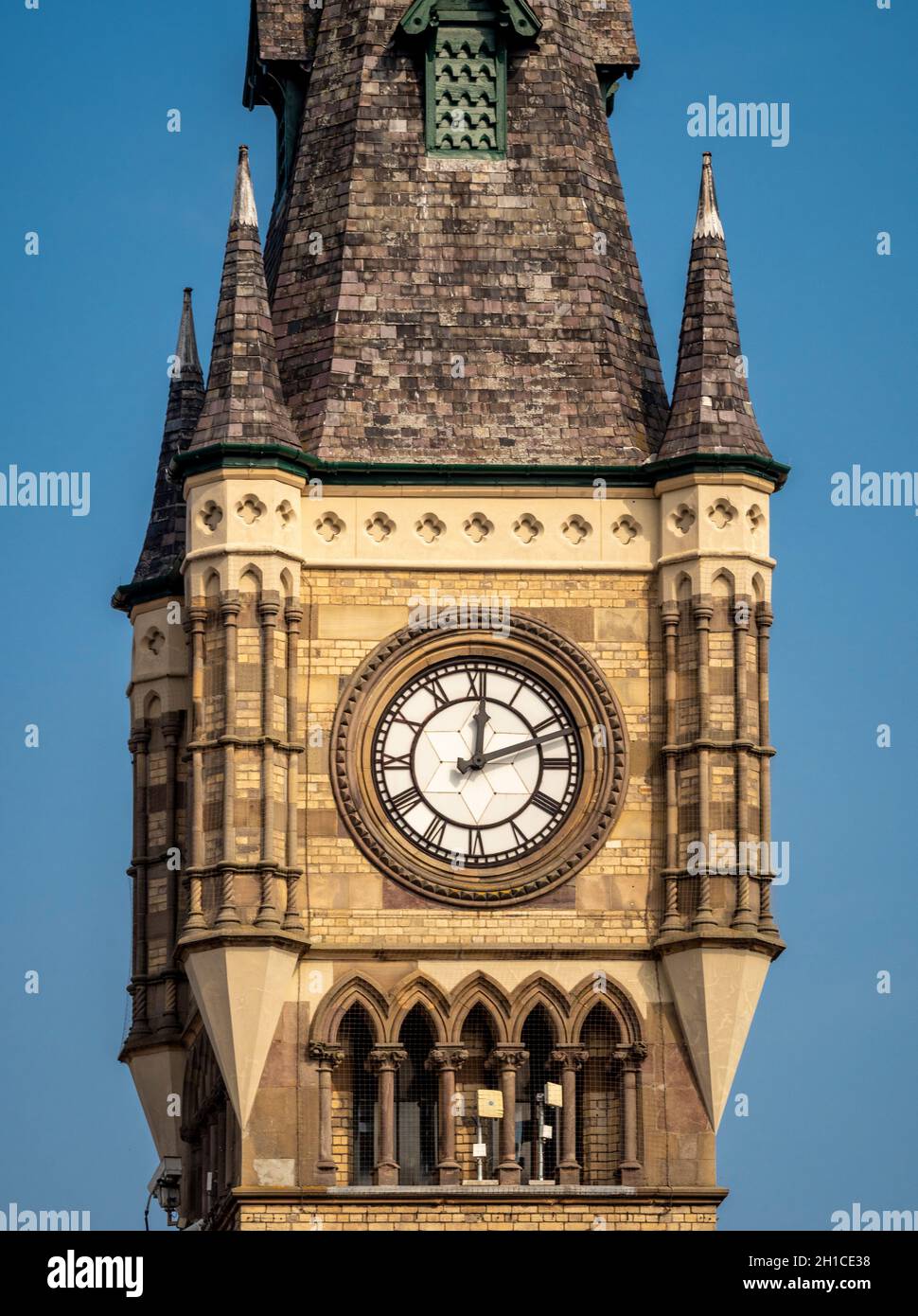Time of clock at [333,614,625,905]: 12:11
